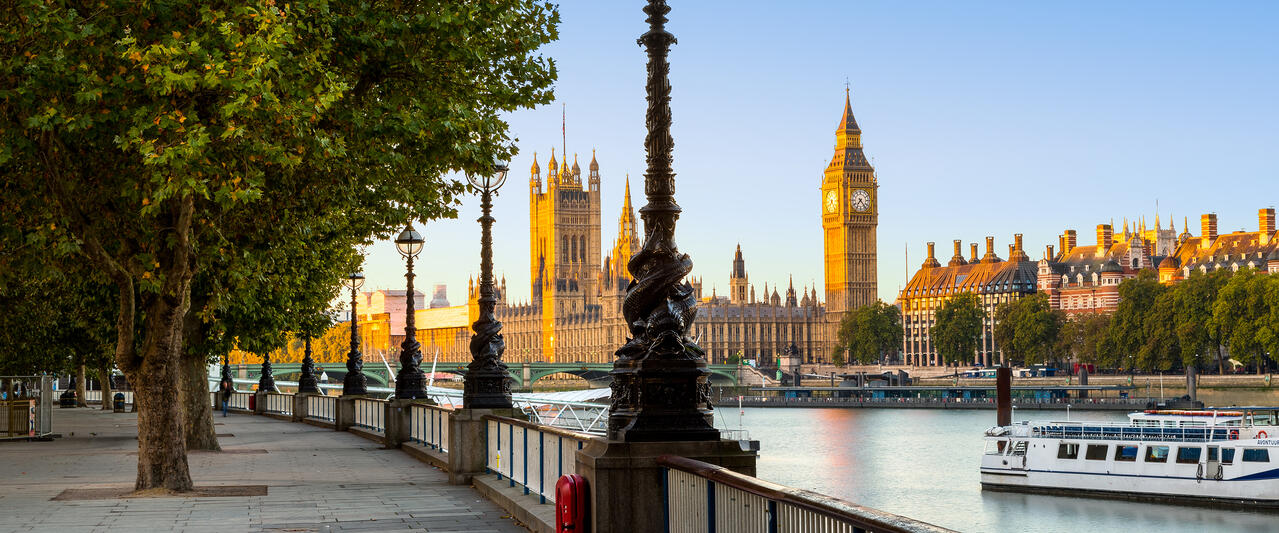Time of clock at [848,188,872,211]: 7:23
